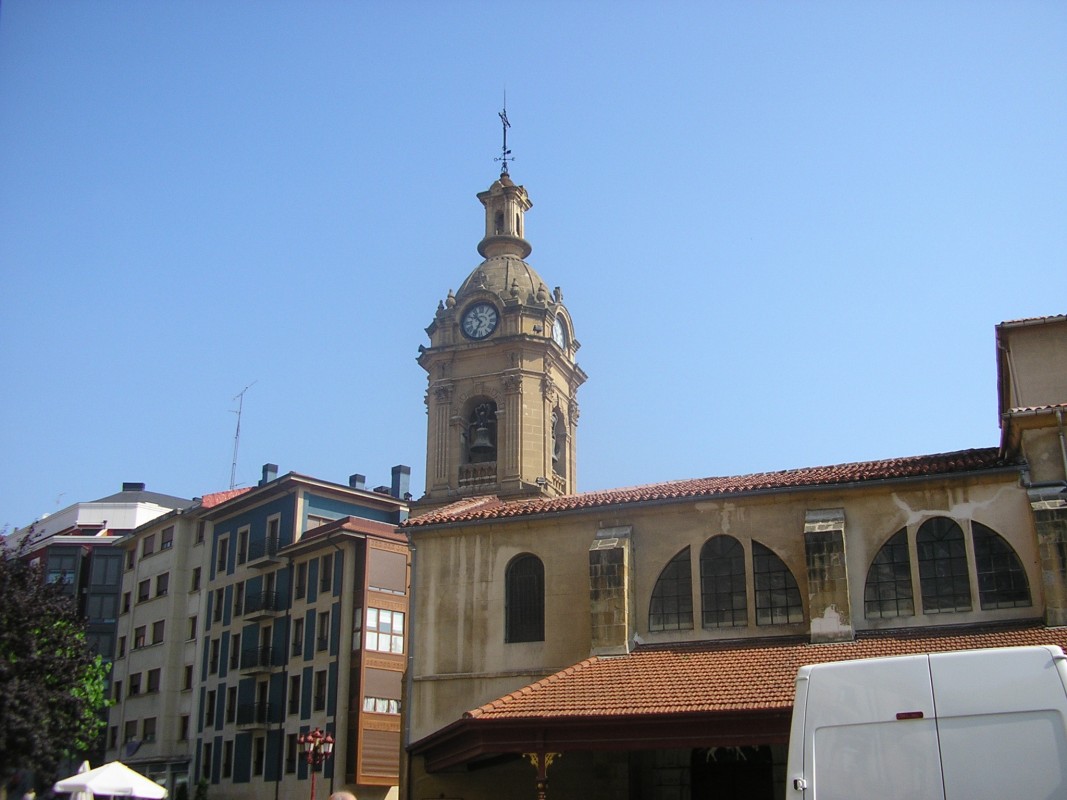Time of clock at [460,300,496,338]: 10:34
